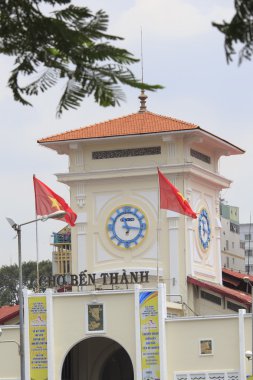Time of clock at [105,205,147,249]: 11:16
